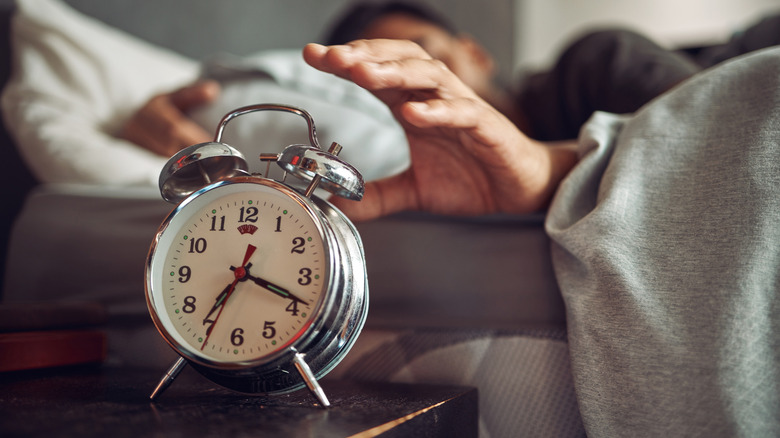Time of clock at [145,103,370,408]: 7:18
